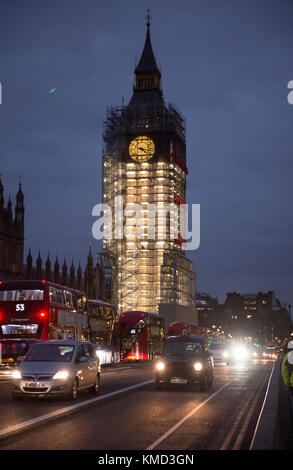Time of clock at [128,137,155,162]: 4:16
